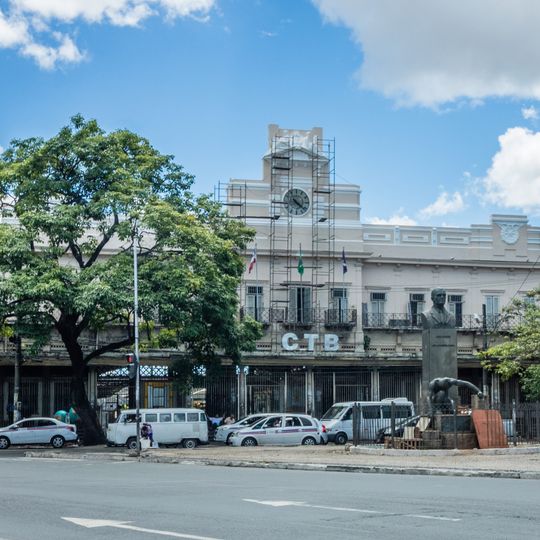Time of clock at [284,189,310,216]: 4:21
